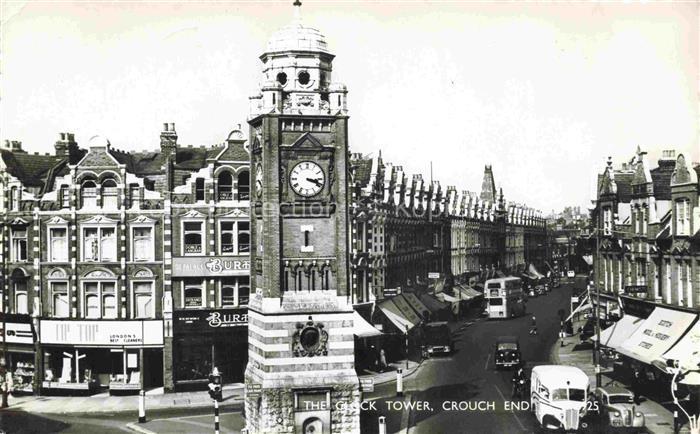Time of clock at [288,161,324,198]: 3:18
